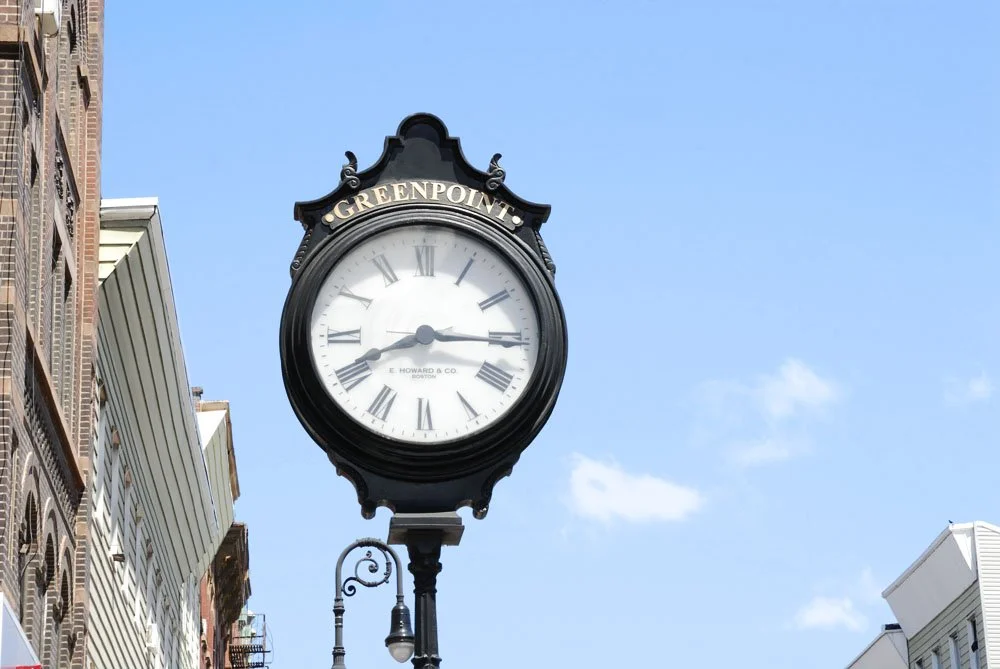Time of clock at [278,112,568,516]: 8:15
